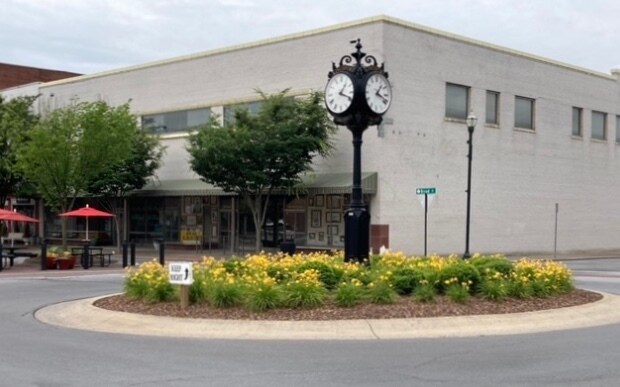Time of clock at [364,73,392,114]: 1:18
